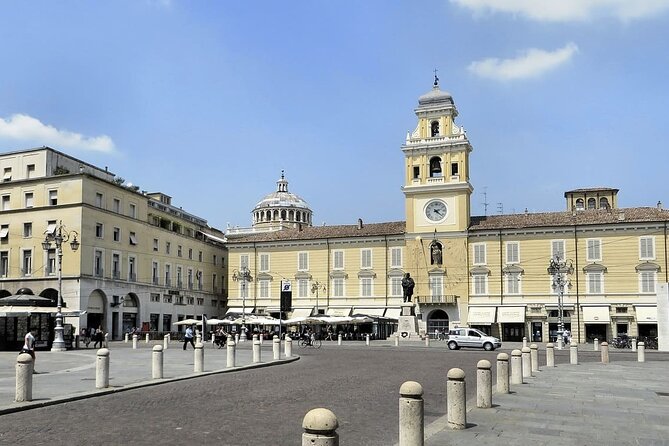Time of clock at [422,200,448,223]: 2:21
